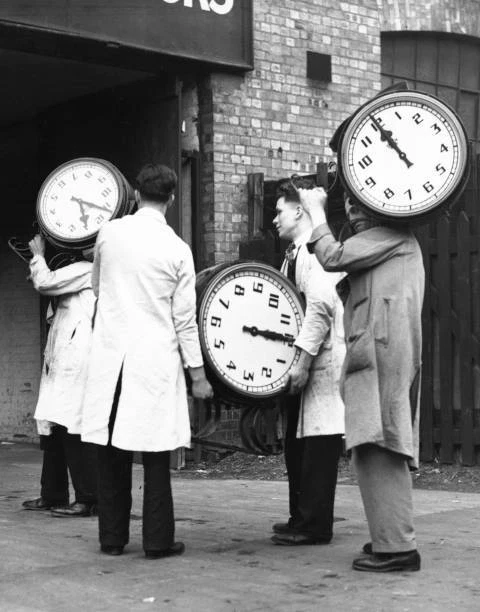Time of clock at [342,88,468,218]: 10:55
